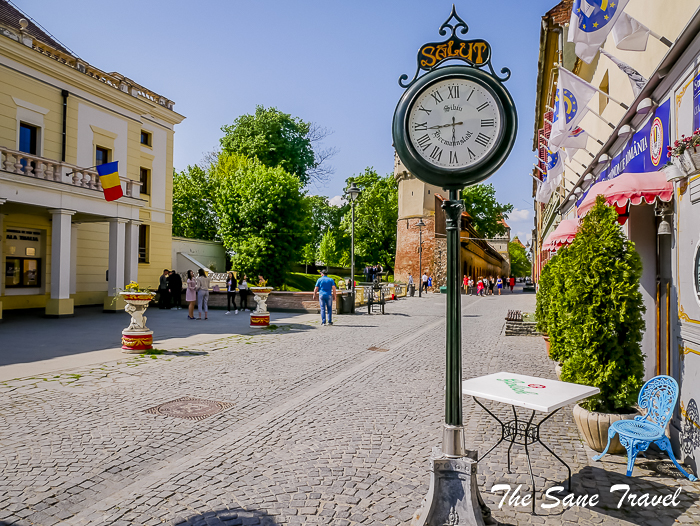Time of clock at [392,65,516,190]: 5:43
